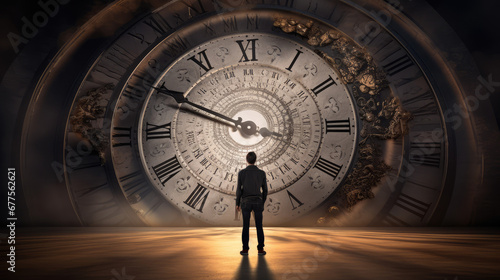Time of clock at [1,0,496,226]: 5:49
